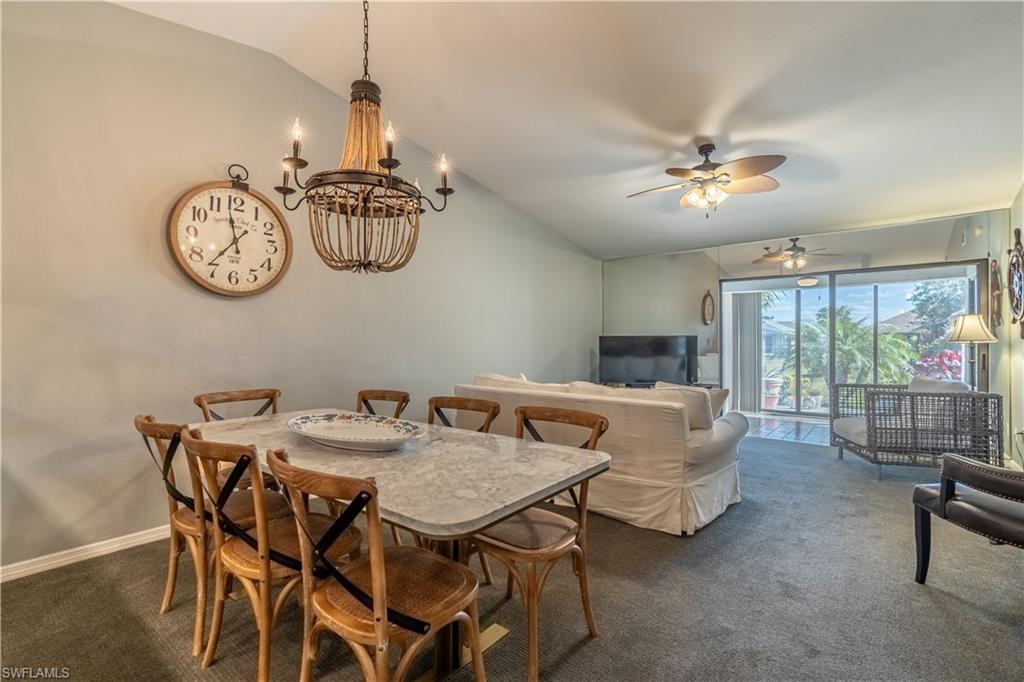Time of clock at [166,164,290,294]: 11:36
